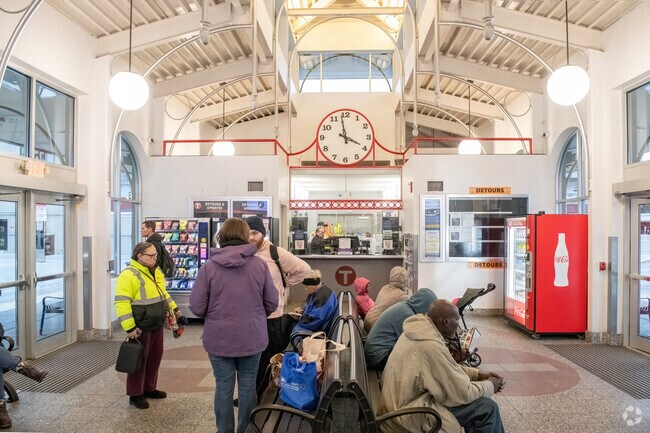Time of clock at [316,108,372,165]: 3:58
